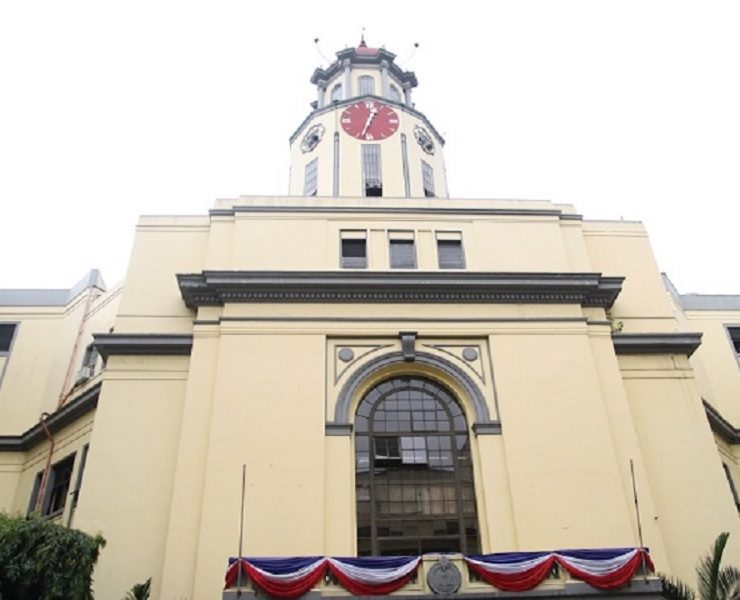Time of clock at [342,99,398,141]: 12:32
